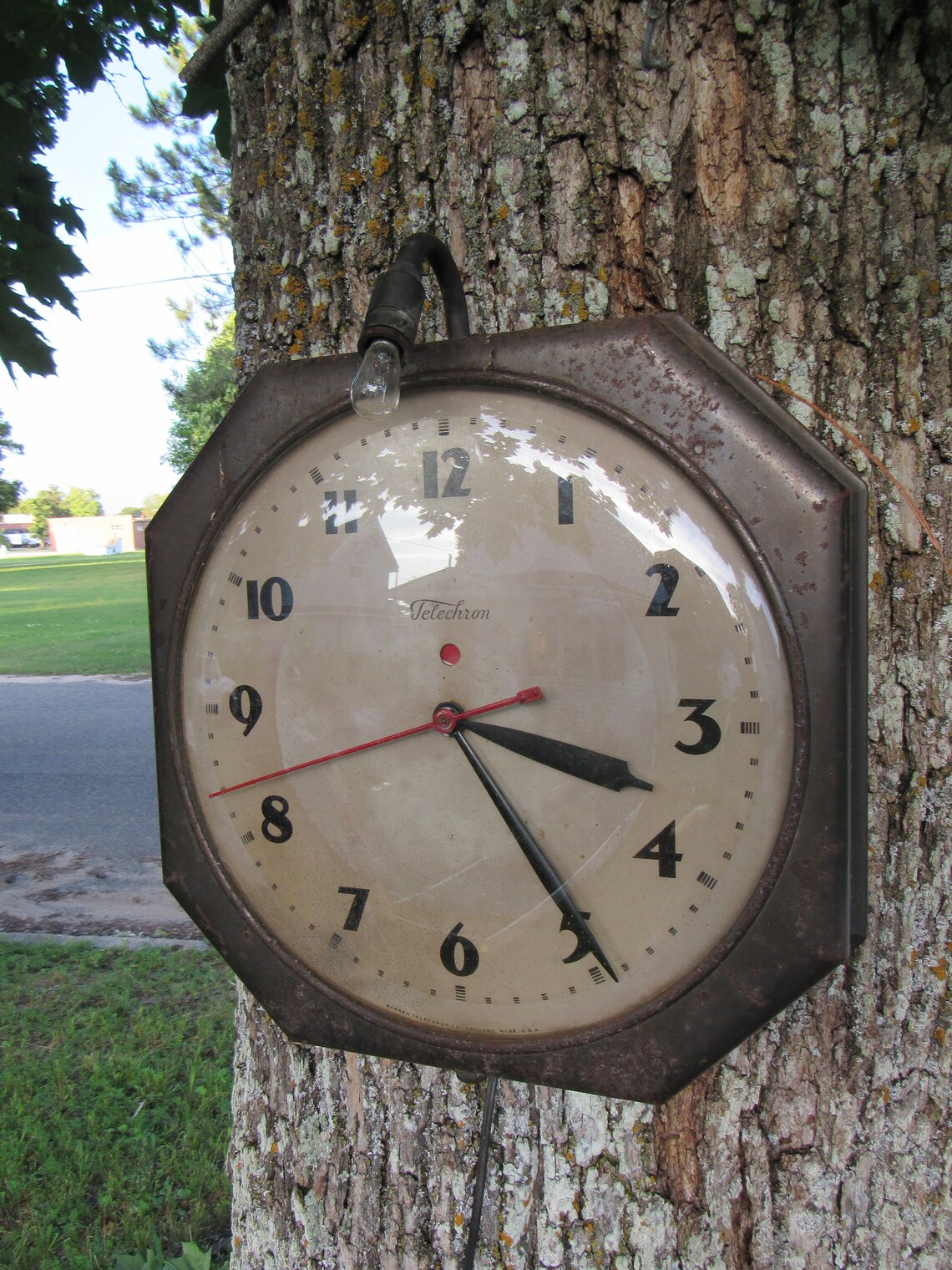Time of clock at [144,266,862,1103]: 3:24
